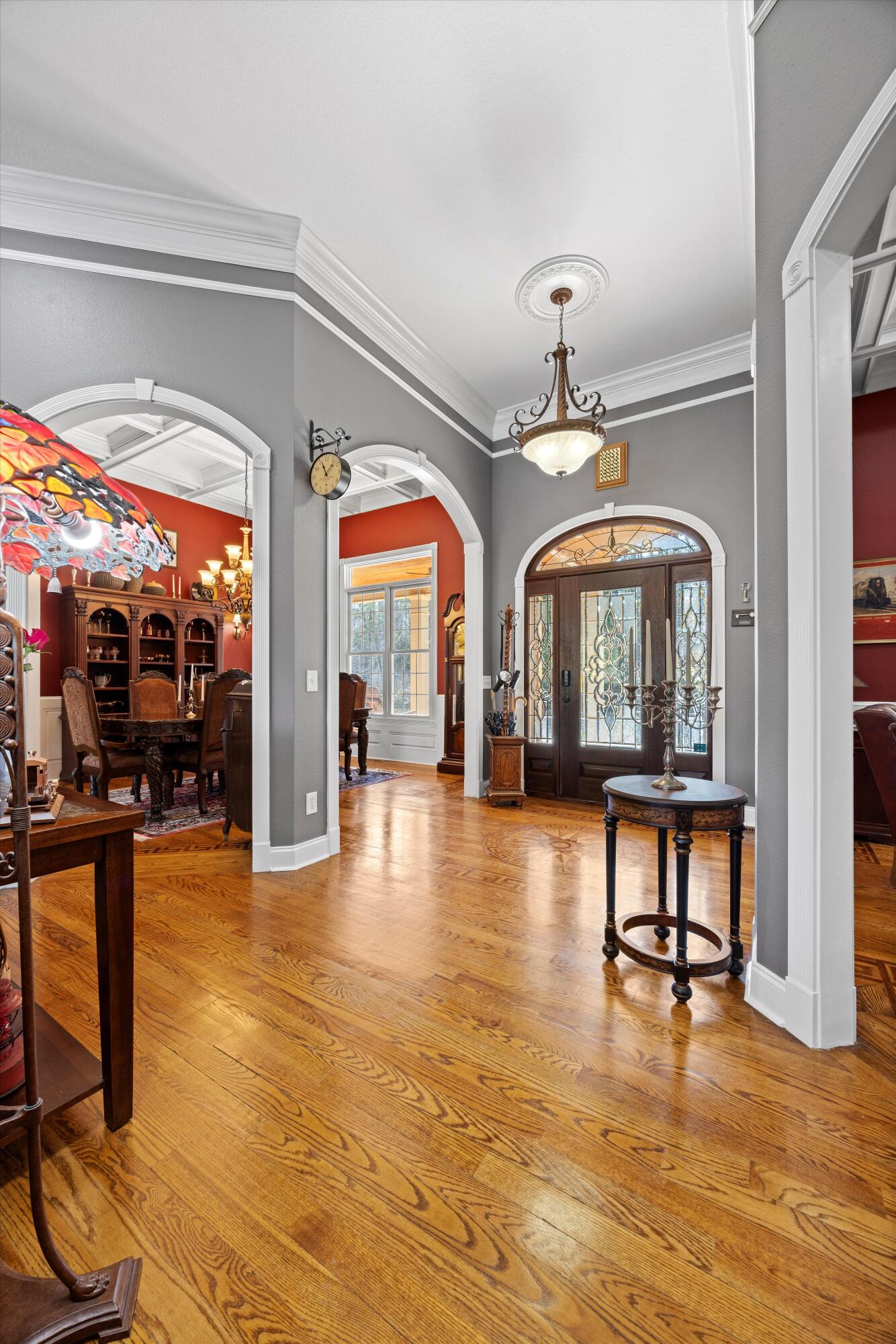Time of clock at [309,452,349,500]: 11:07
